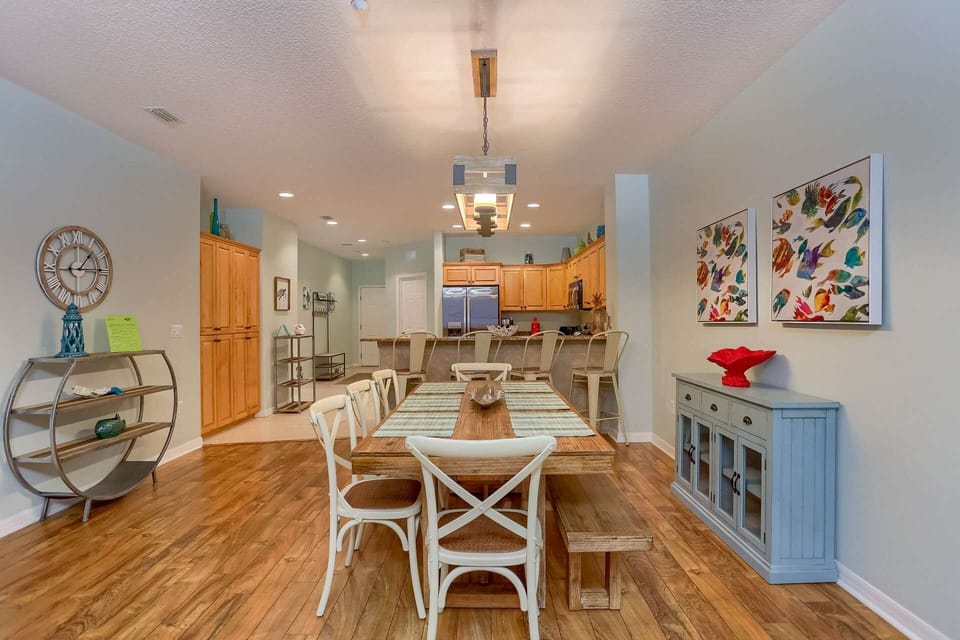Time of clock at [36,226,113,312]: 1:14
